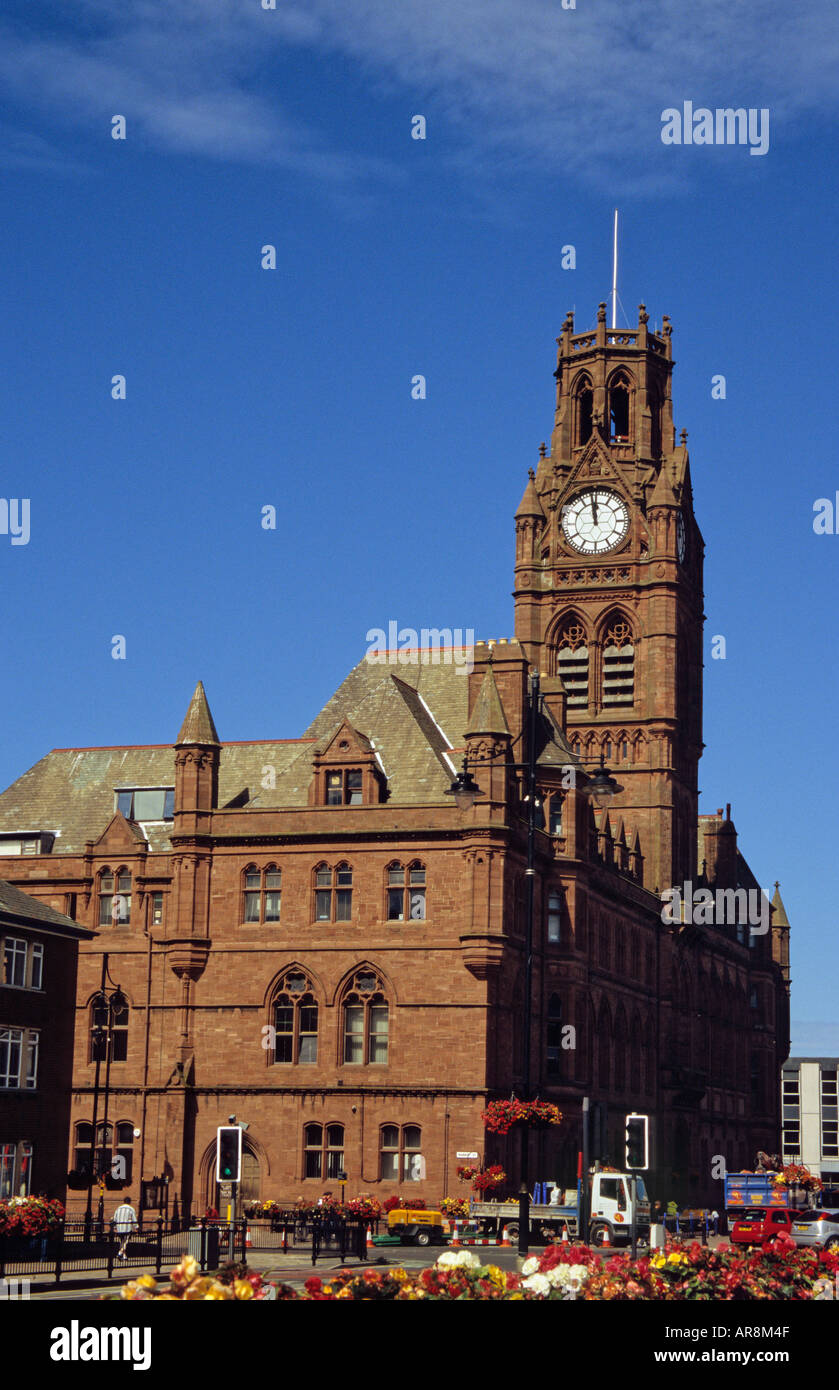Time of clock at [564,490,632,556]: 11:58
